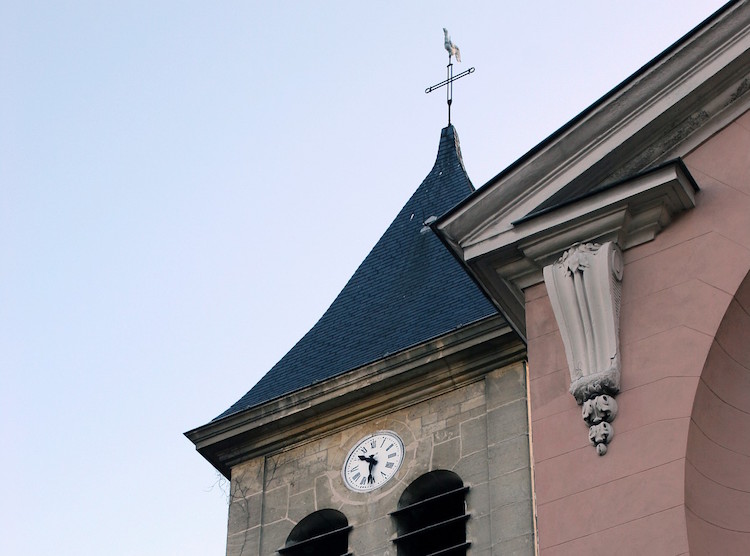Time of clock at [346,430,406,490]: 10:31
